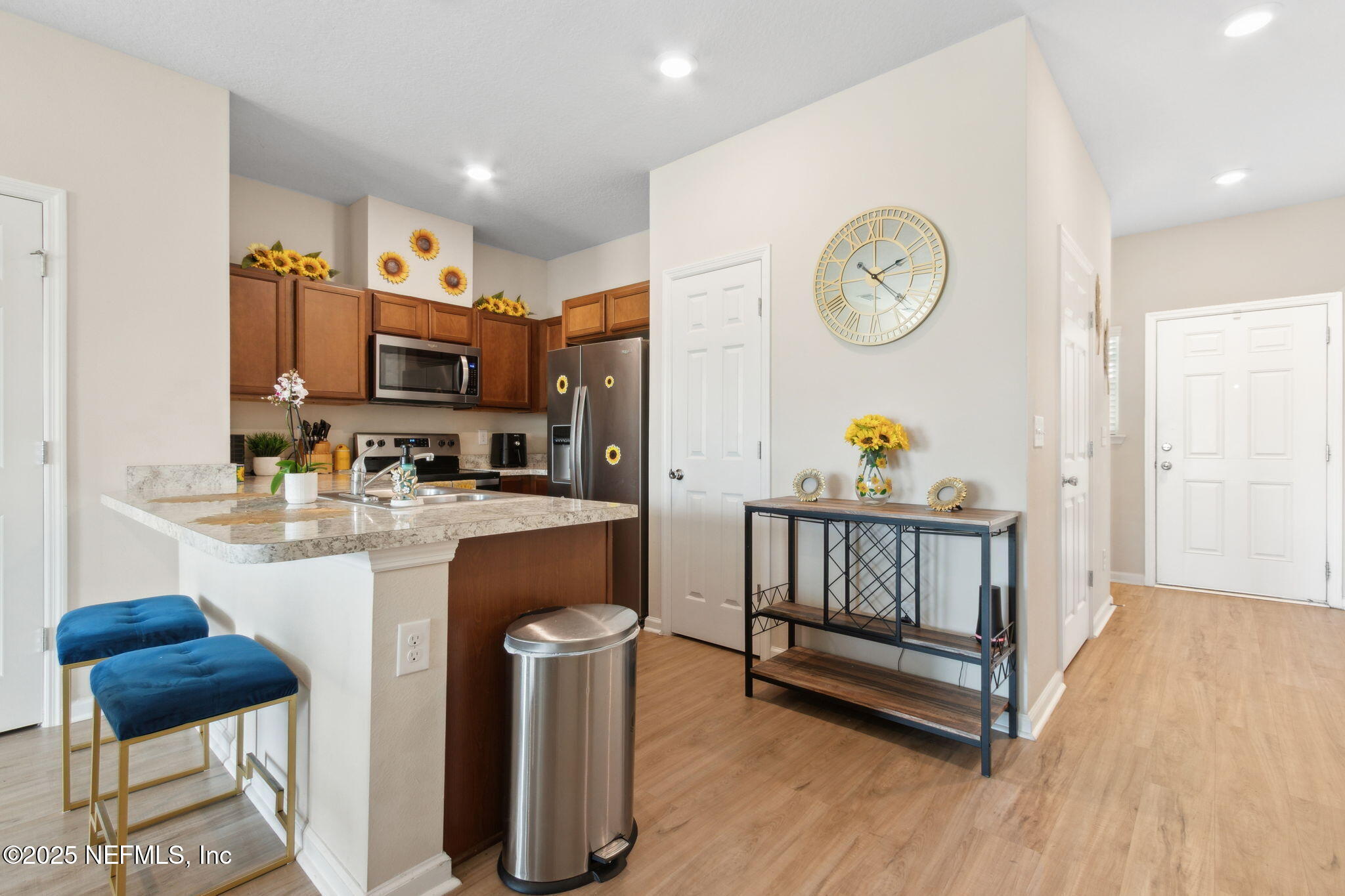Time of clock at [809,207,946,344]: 2:21
